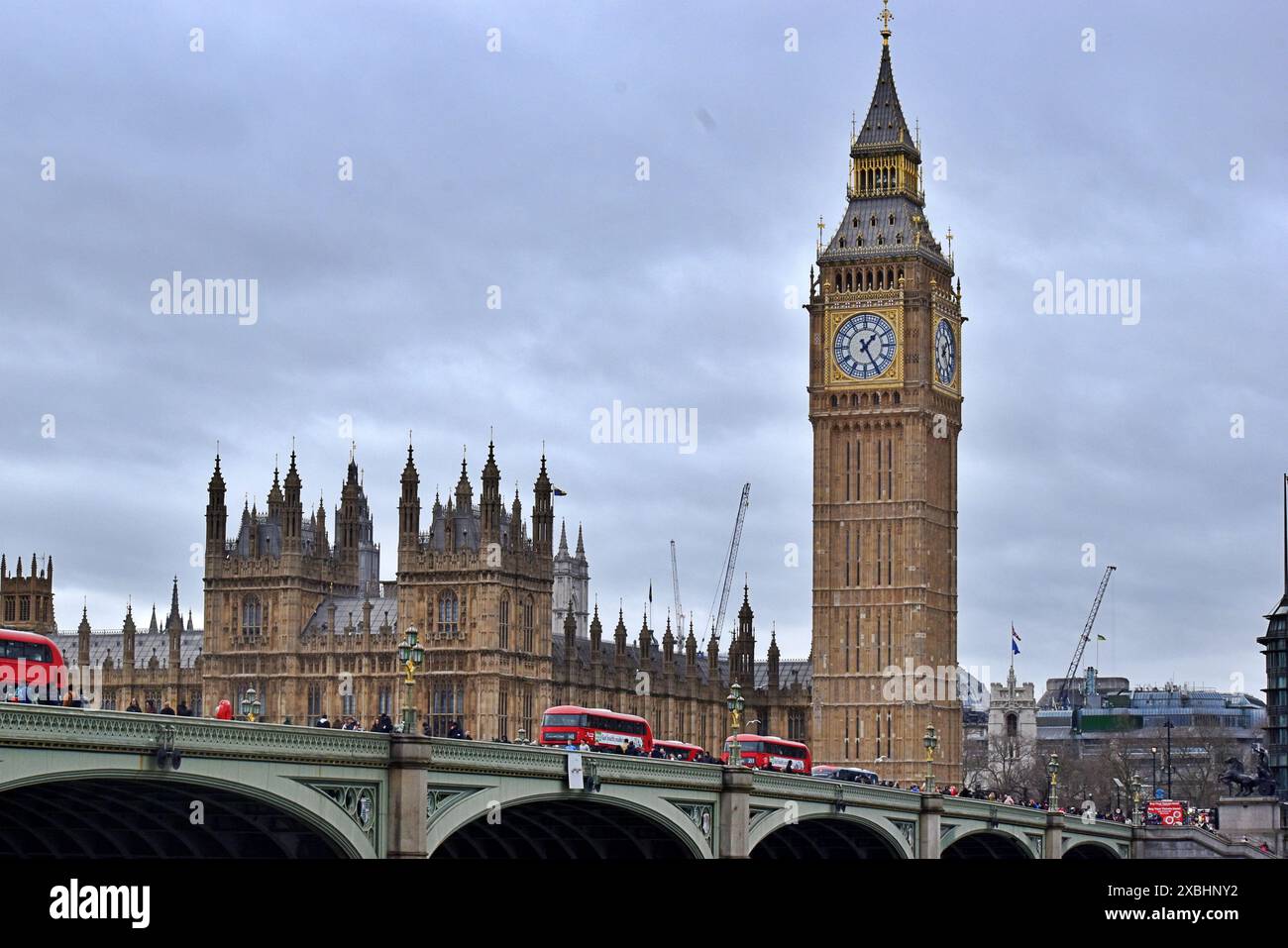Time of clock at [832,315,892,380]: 1:24
